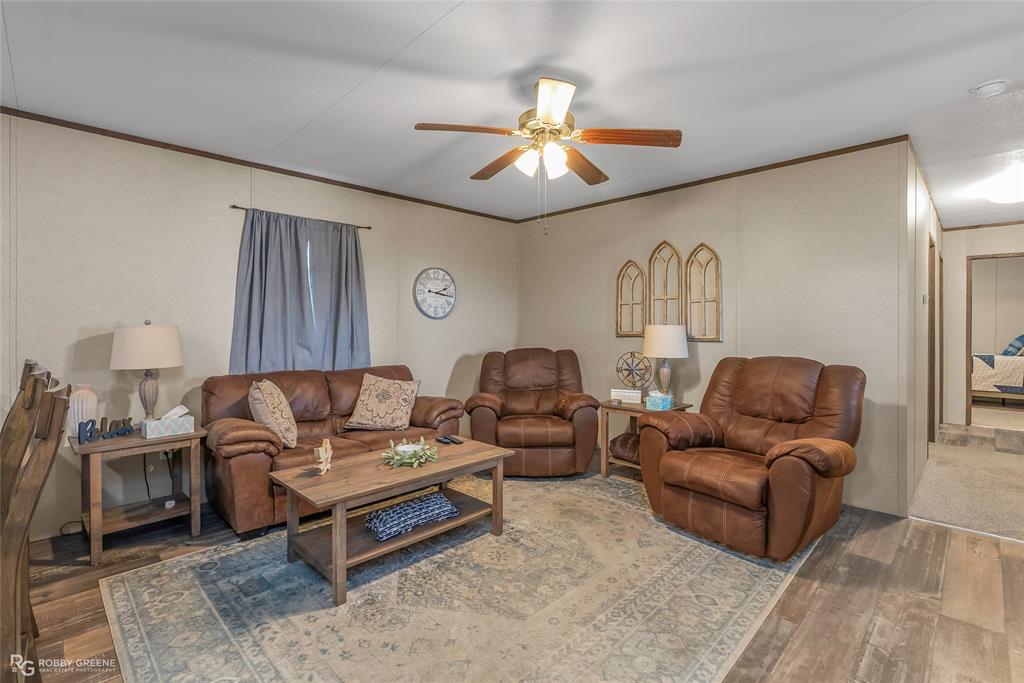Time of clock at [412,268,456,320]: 2:16
